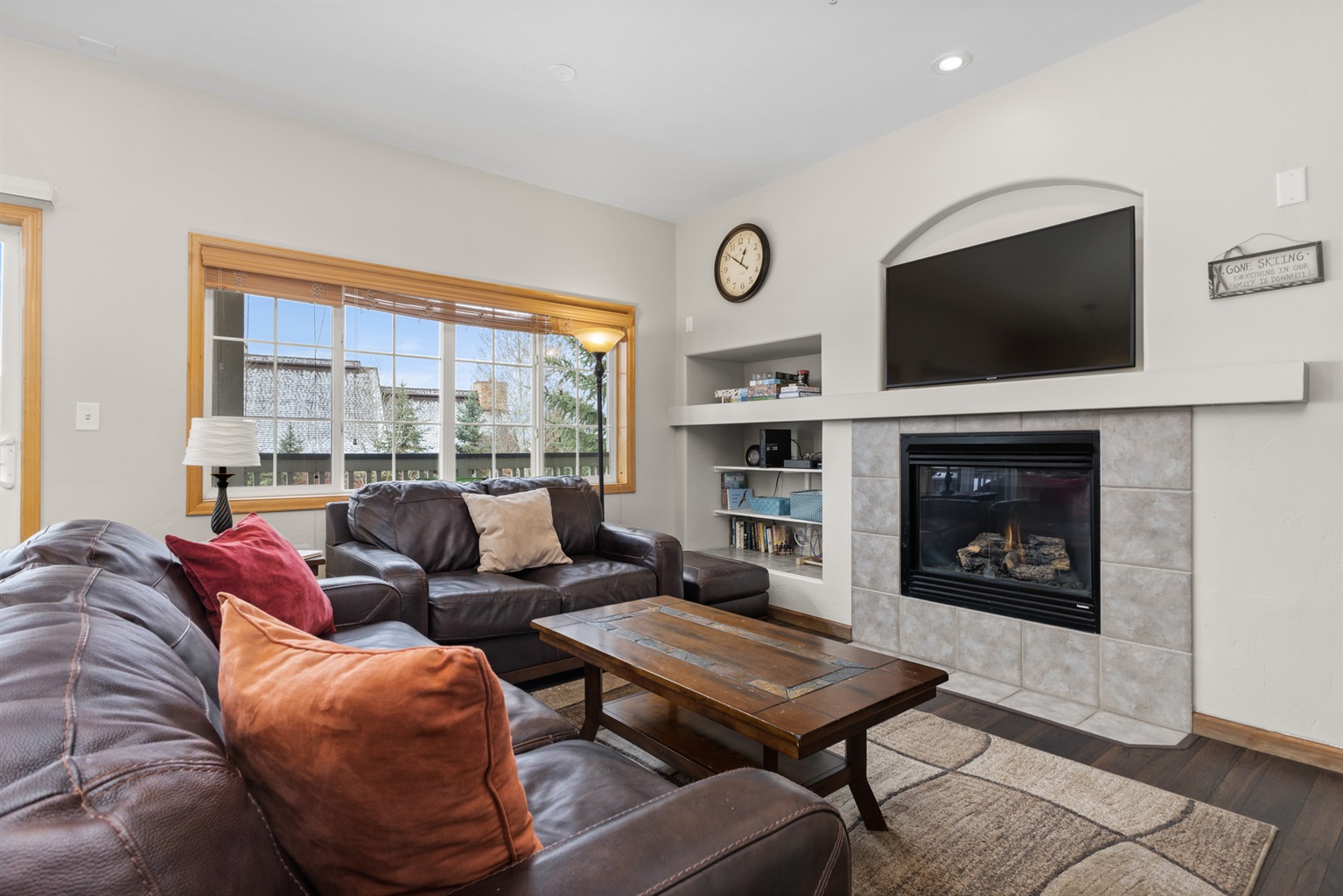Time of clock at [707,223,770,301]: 12:51
